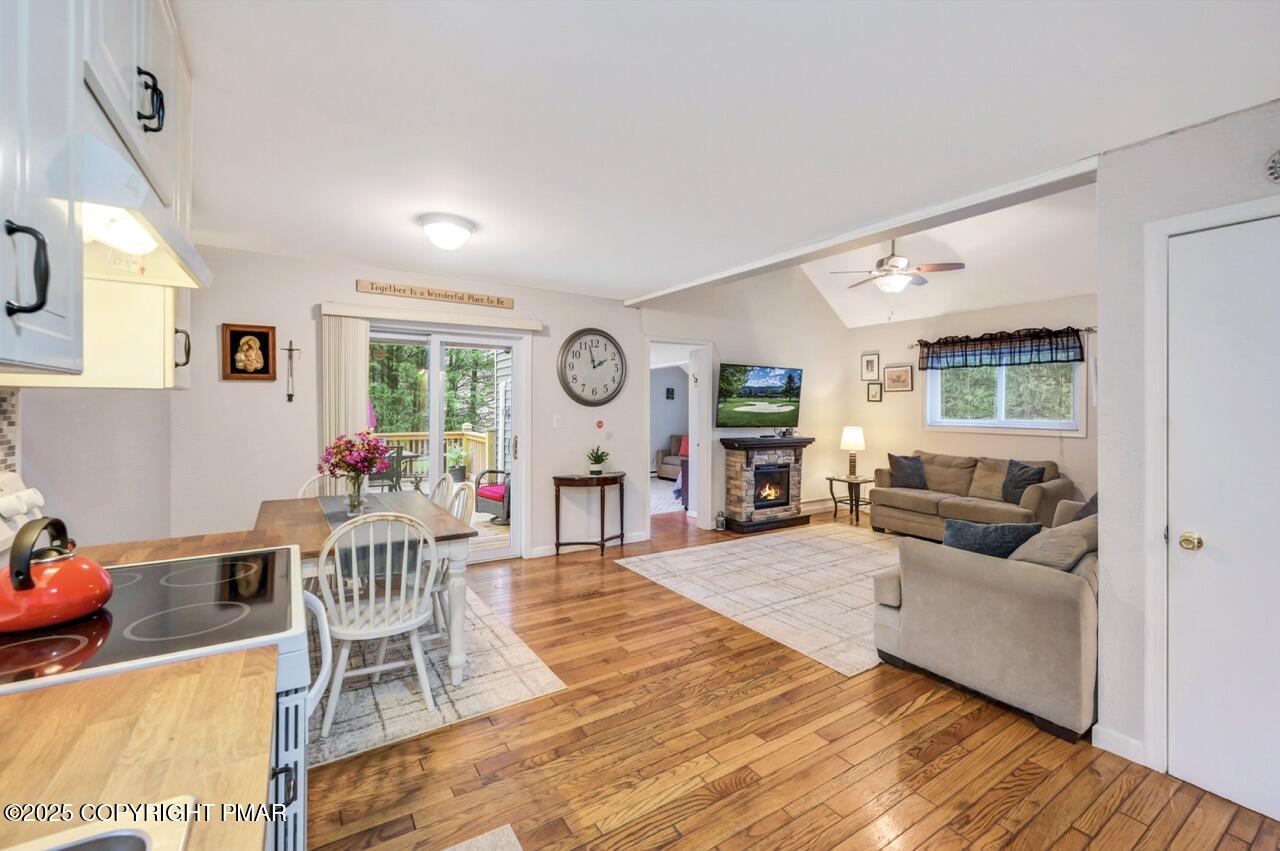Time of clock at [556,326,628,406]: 1:57
